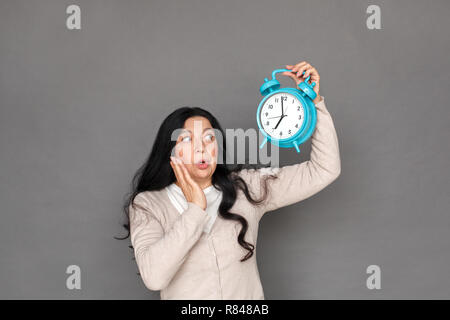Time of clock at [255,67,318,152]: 6:58
